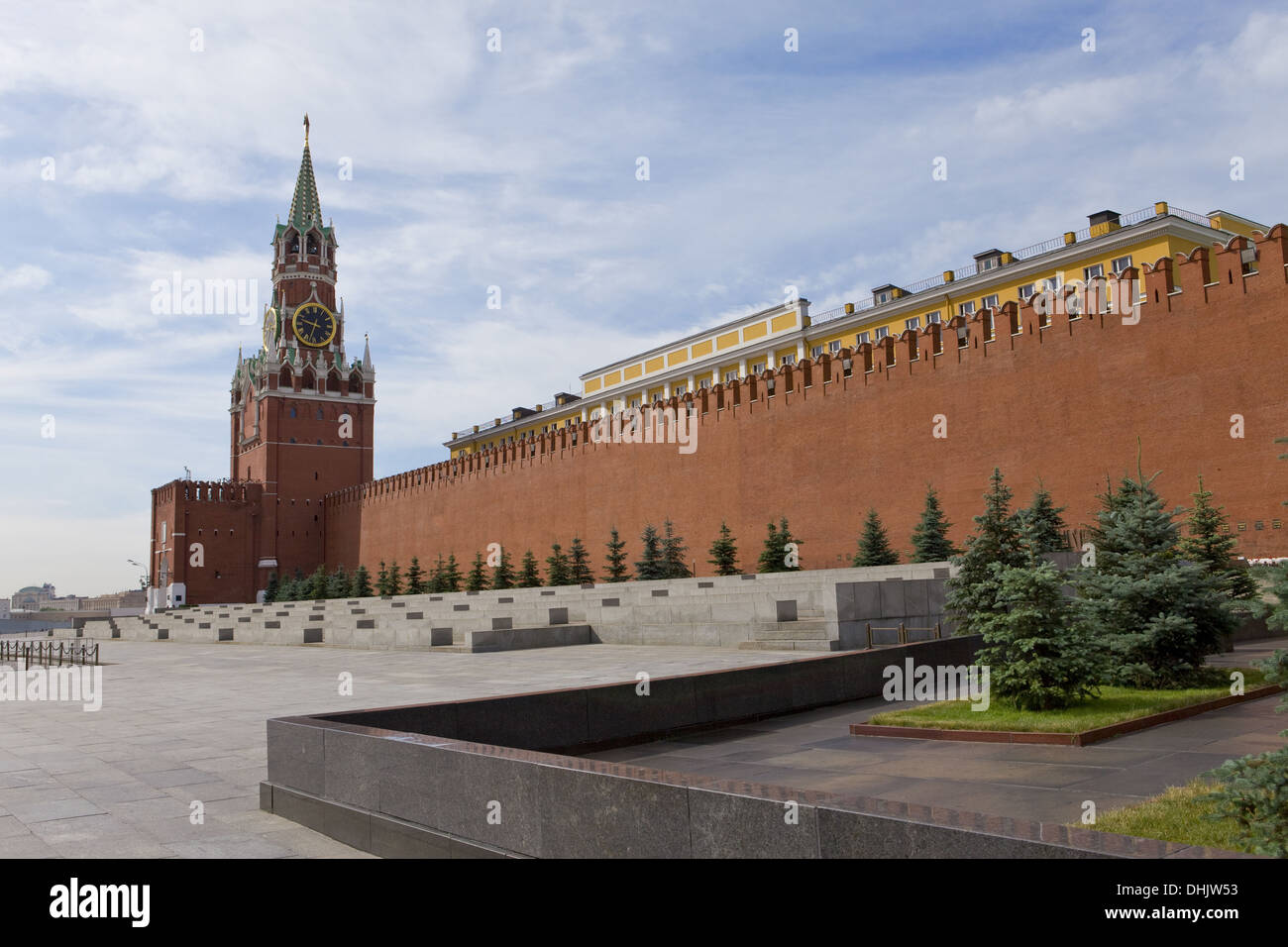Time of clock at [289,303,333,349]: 9:33
